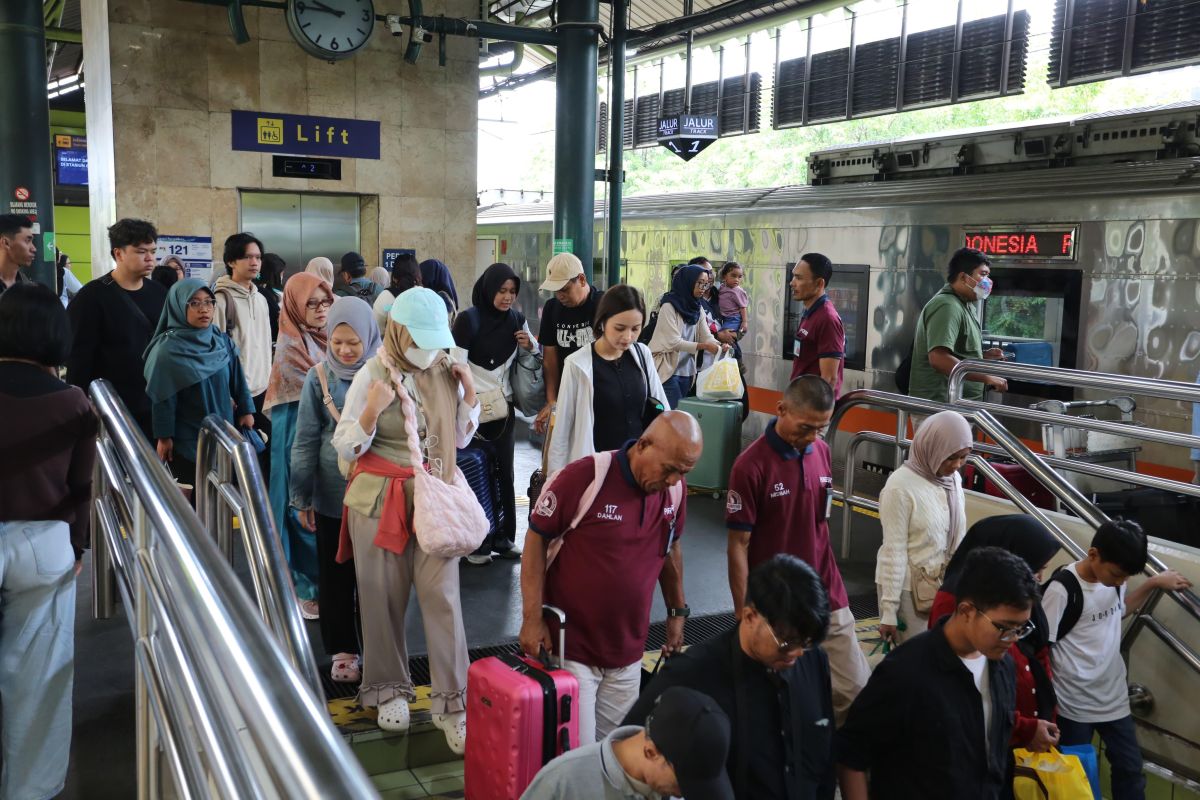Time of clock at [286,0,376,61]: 9:45
